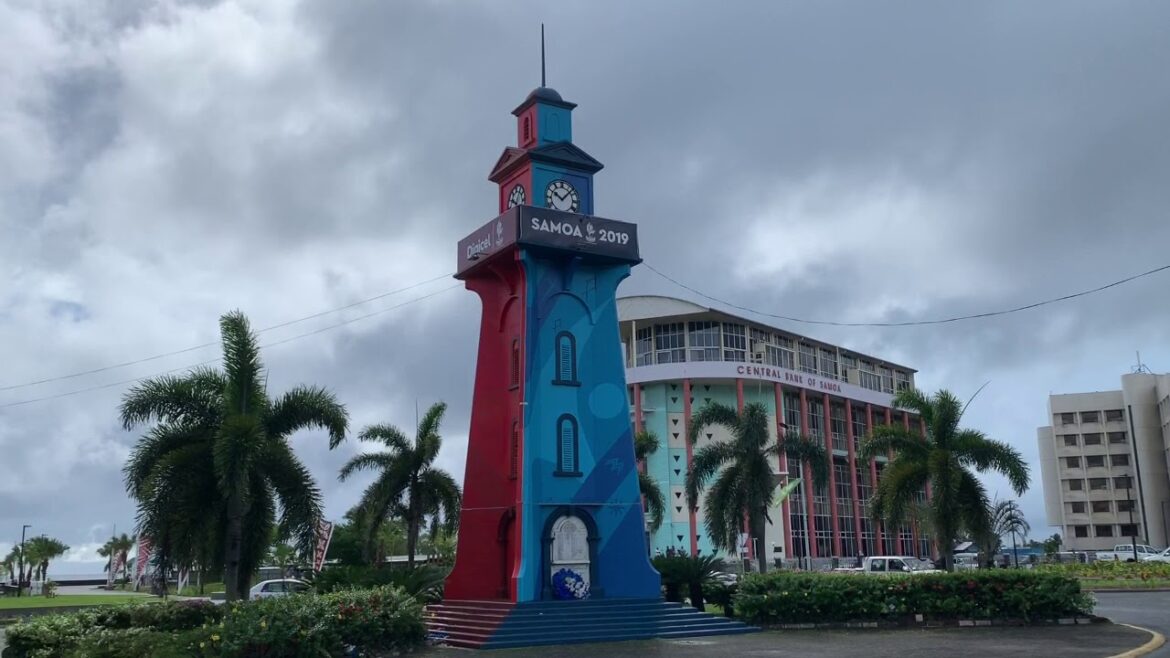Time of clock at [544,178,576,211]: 10:07
